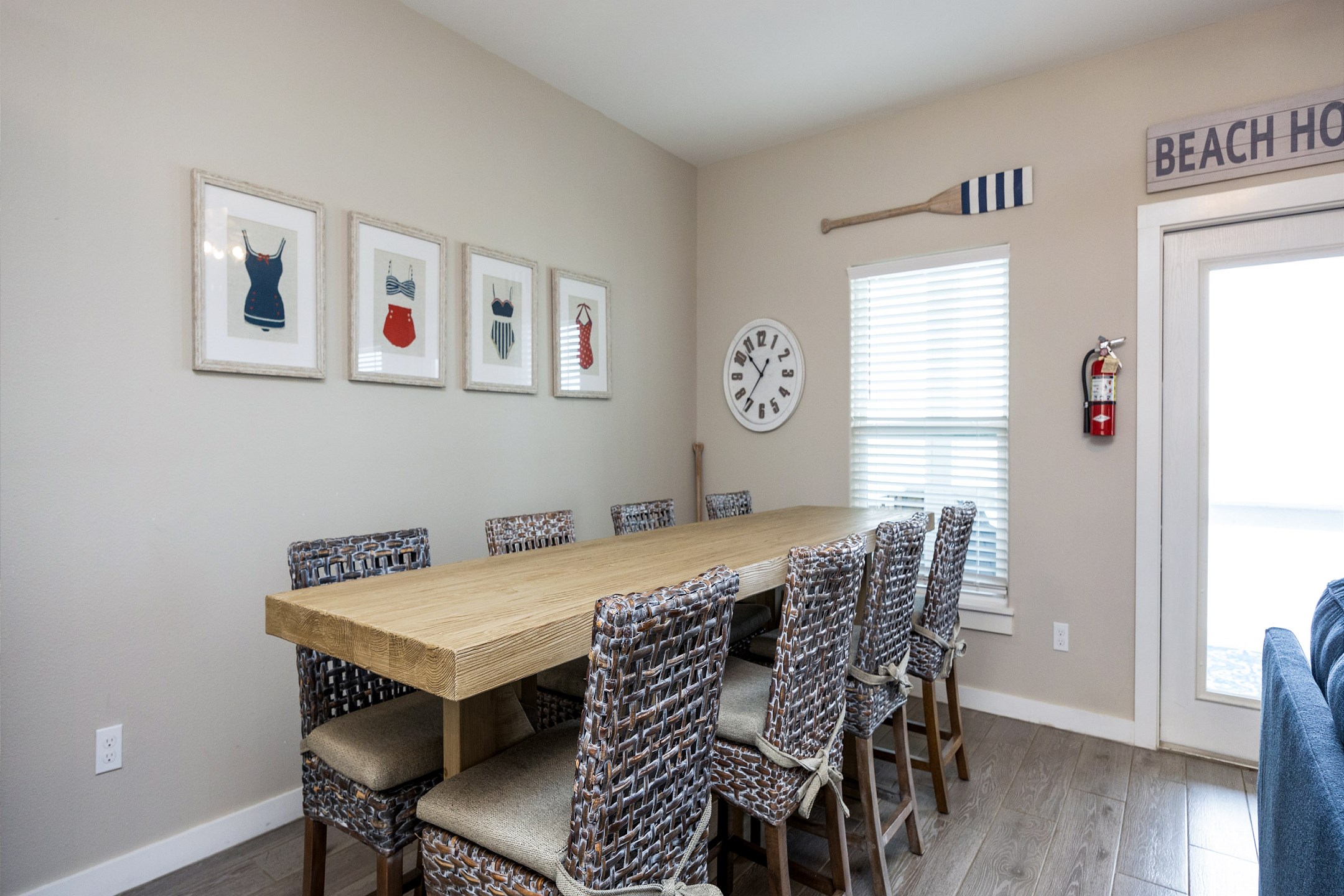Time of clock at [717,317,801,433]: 12:52
